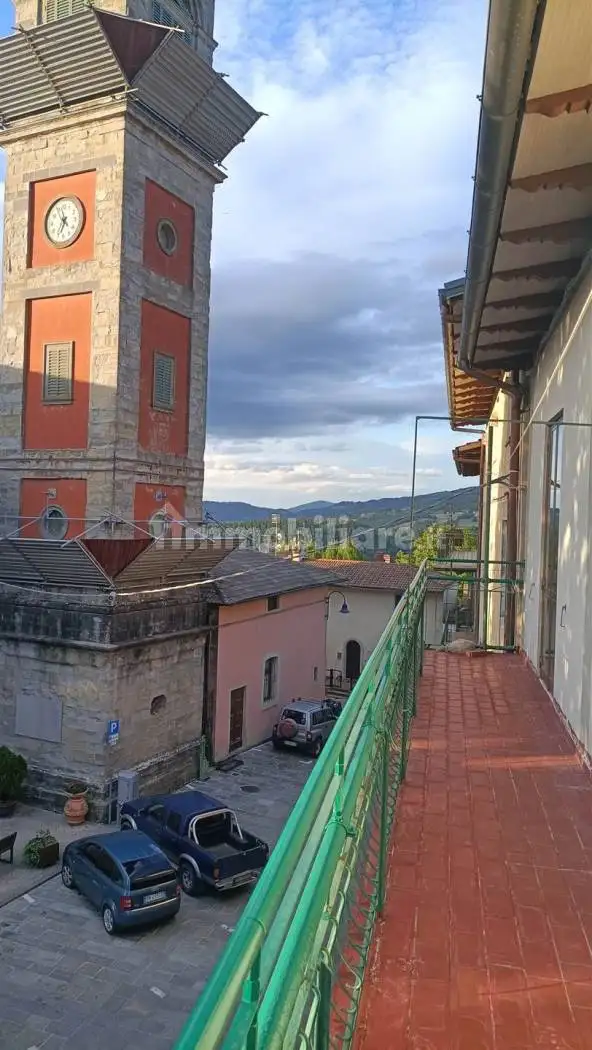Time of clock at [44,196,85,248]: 4:34
